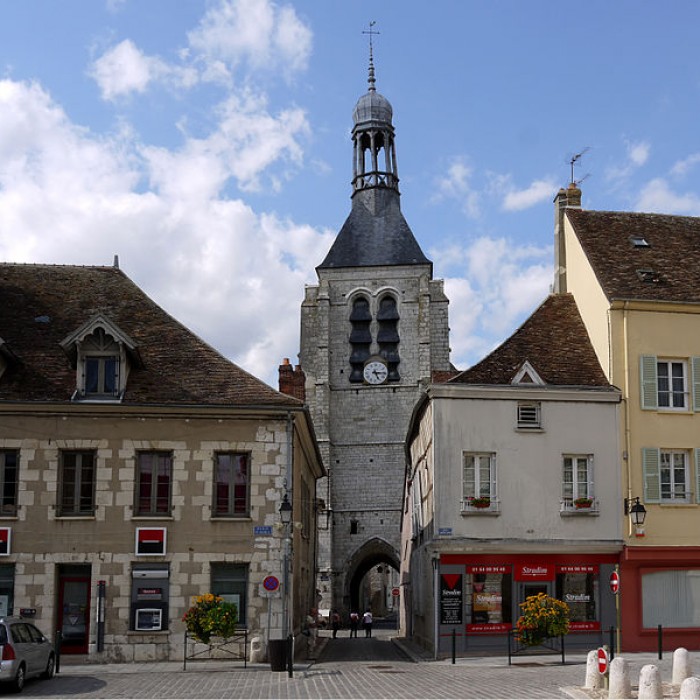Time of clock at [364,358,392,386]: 5:15
